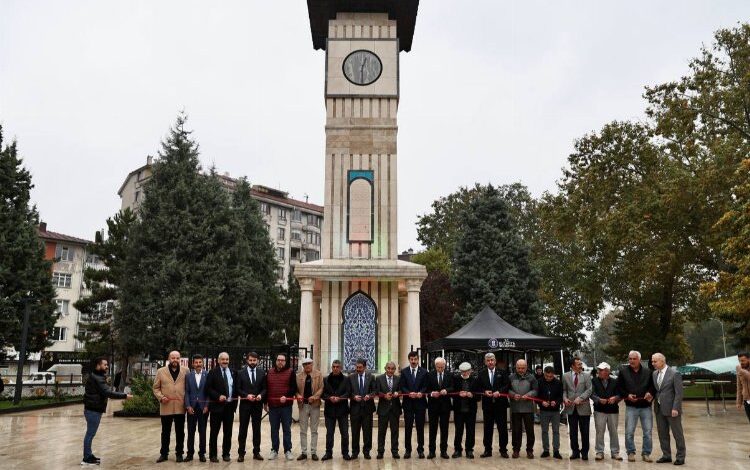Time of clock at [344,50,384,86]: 12:30
